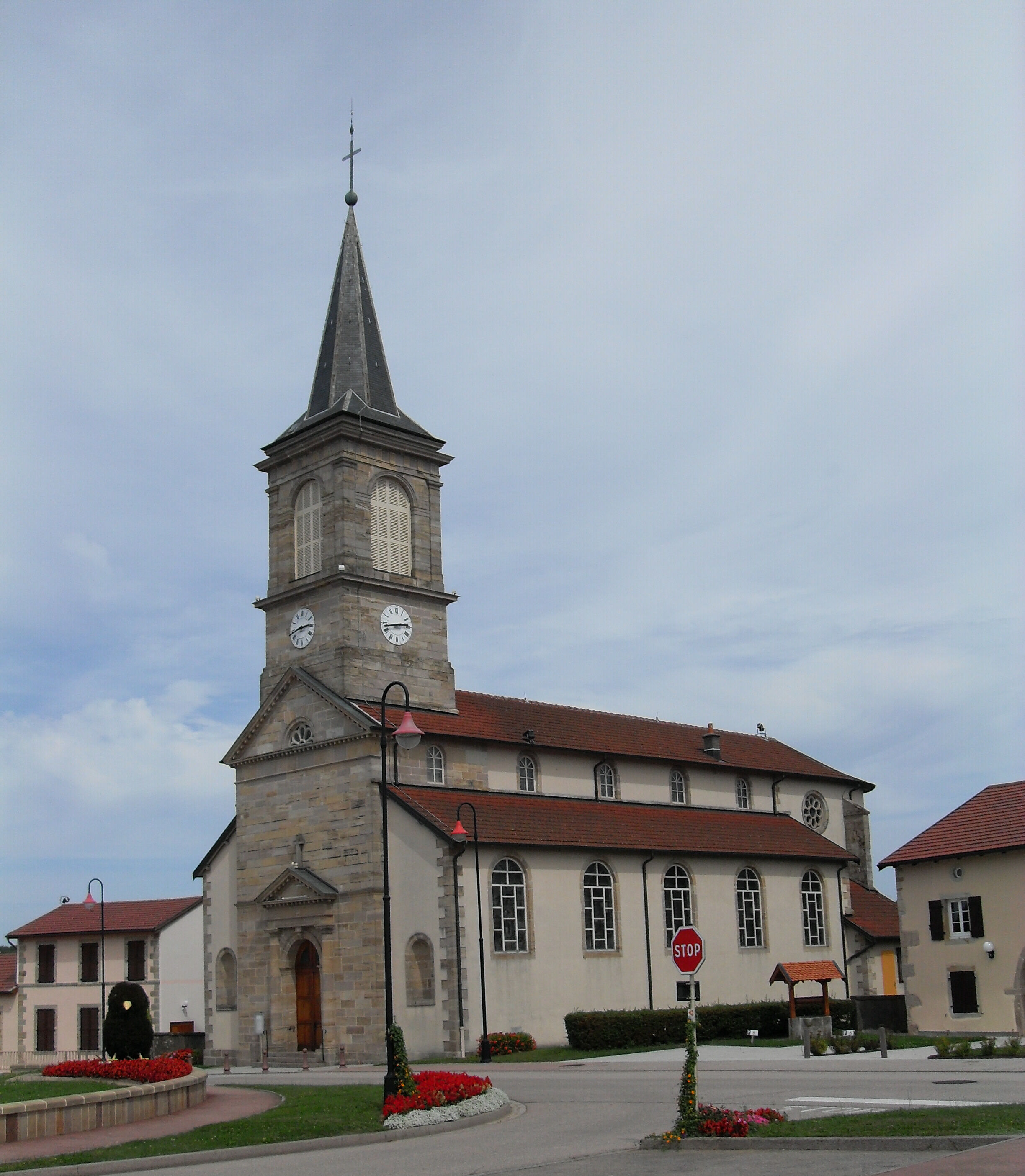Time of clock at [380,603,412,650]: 2:42
